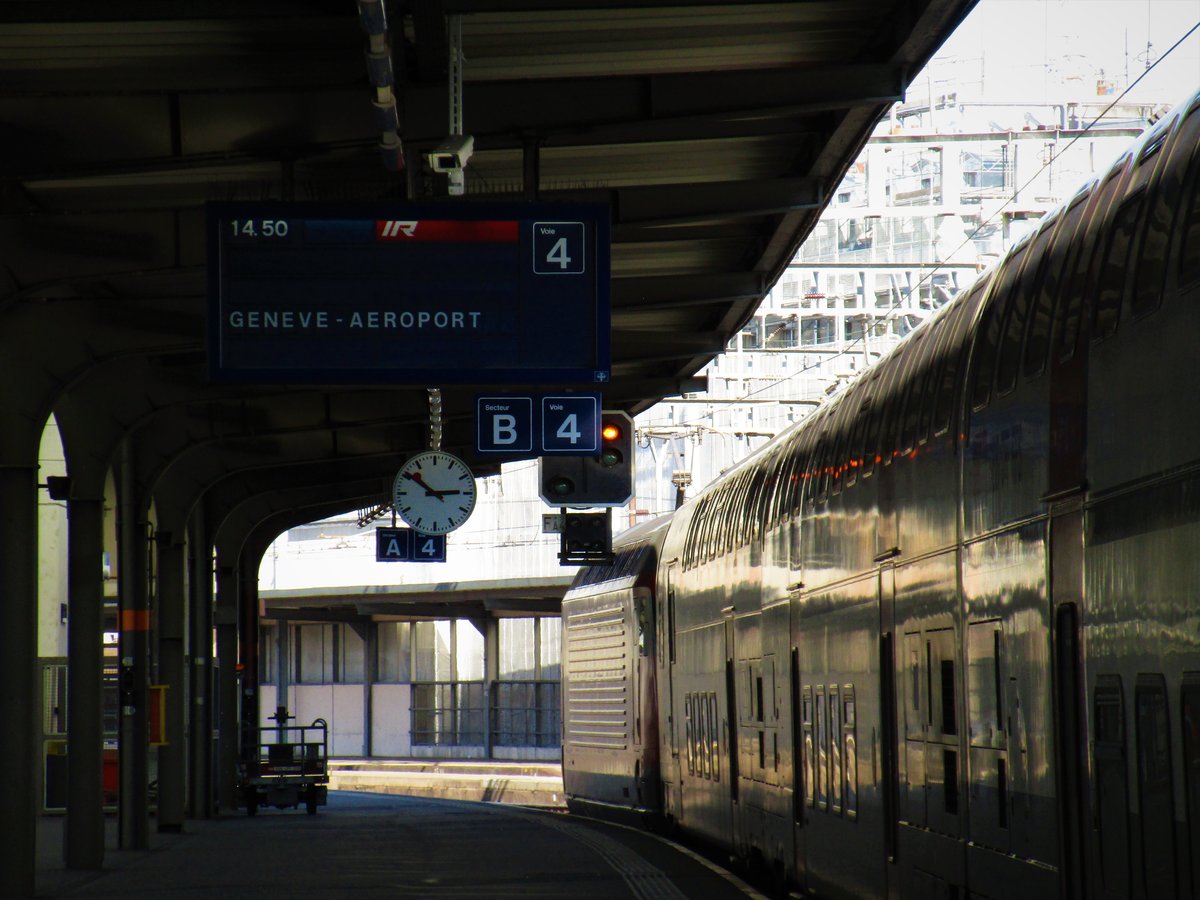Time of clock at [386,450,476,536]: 10:14
